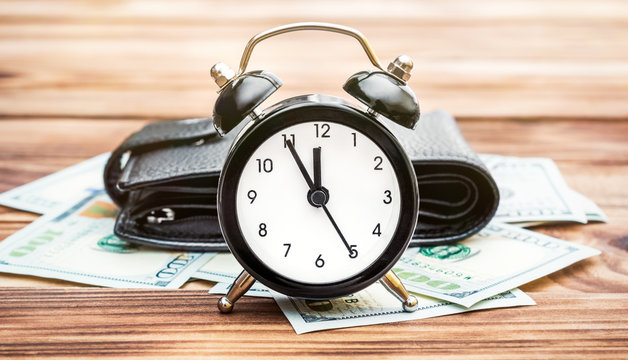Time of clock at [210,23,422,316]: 11:55
